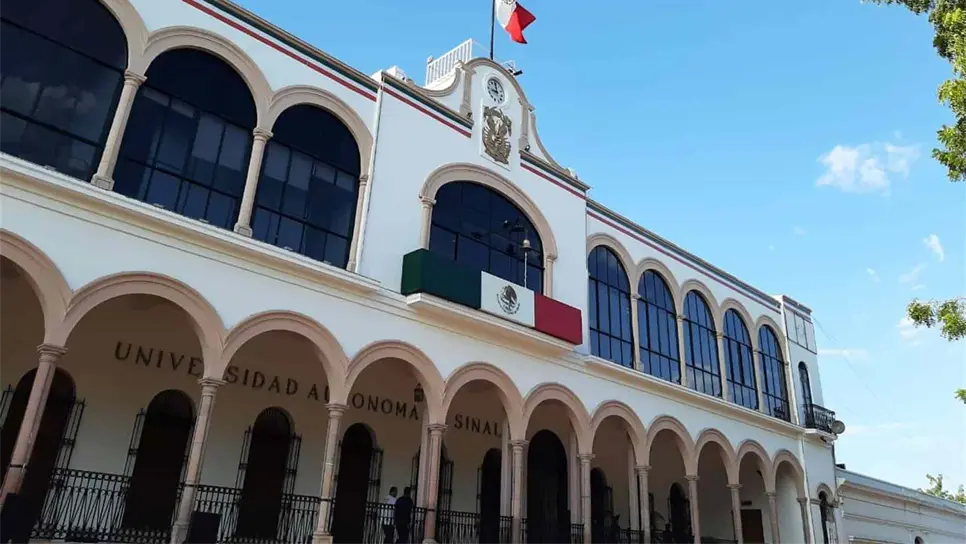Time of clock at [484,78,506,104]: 8:59
